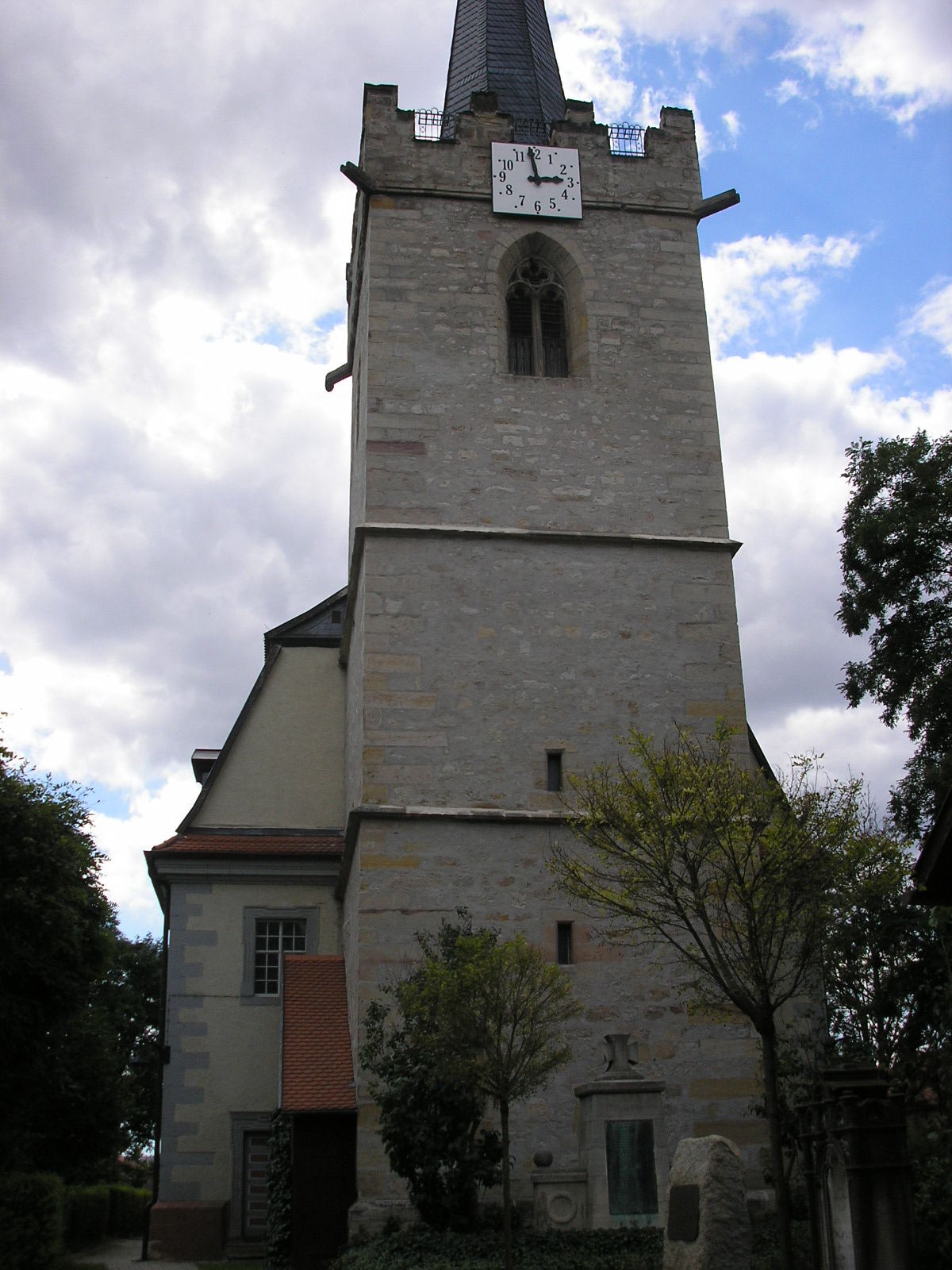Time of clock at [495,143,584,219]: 2:58
